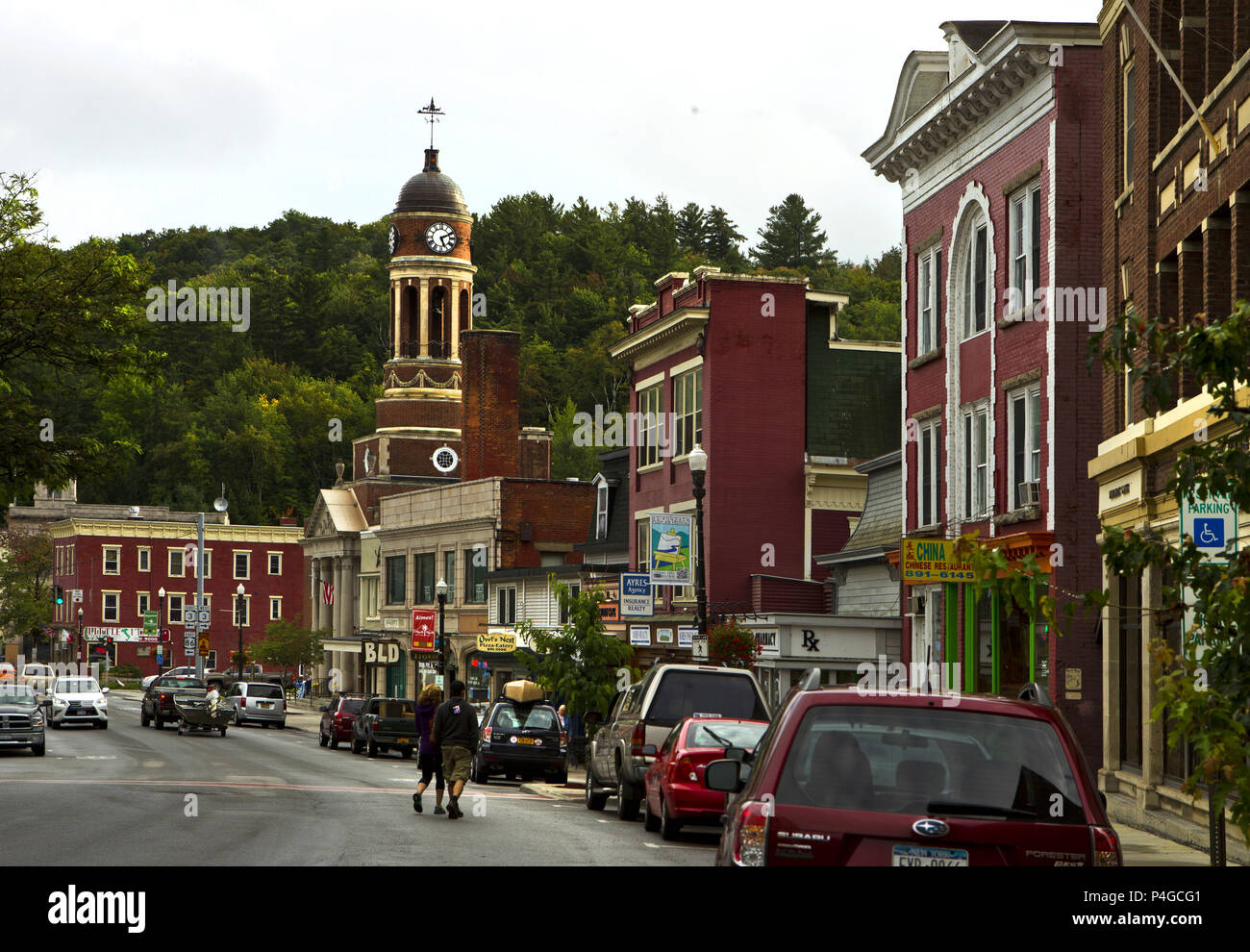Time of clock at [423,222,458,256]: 5:11
